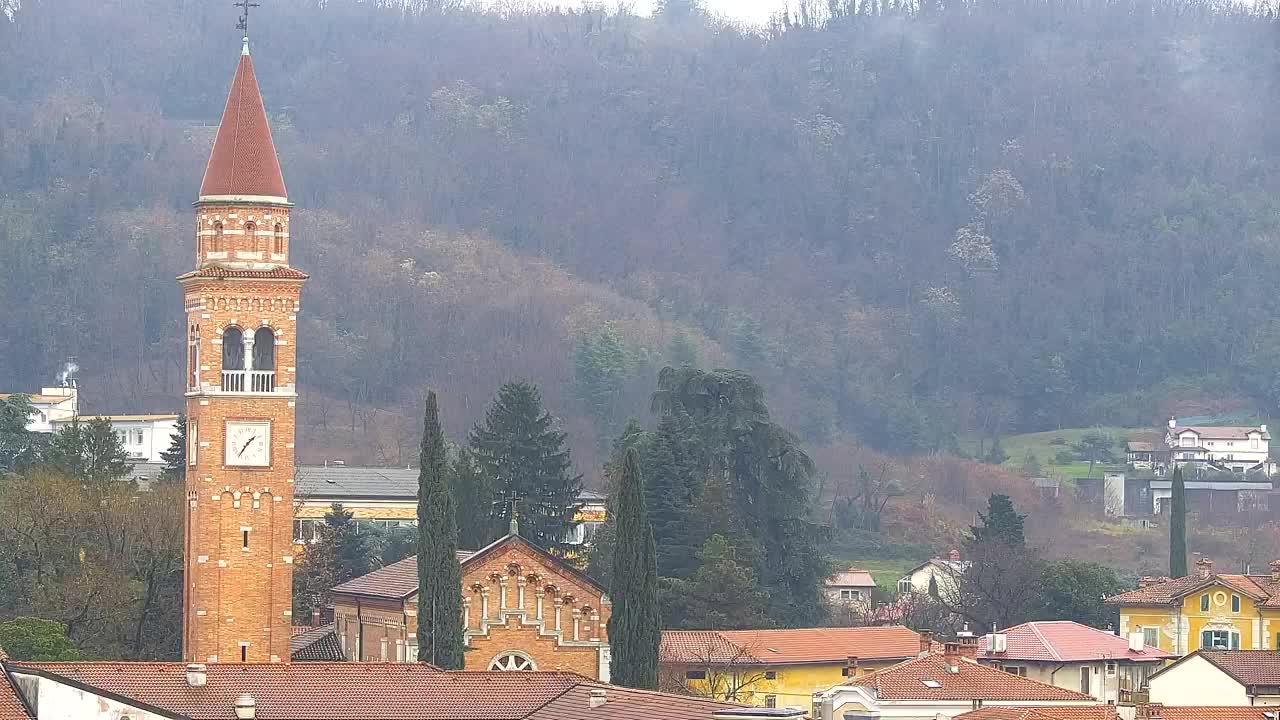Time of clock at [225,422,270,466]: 1:35
